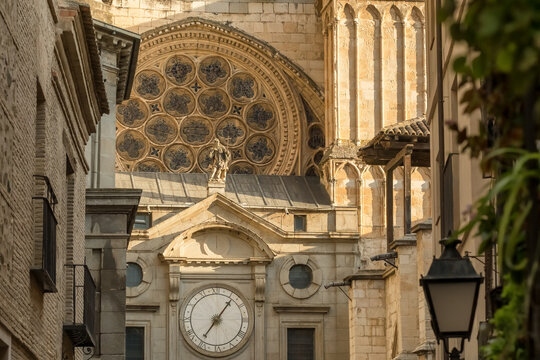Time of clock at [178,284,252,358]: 7:06
